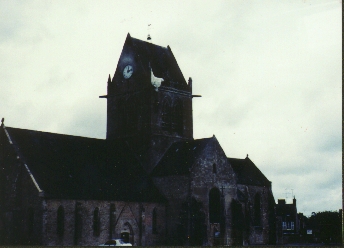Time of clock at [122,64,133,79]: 12:12
